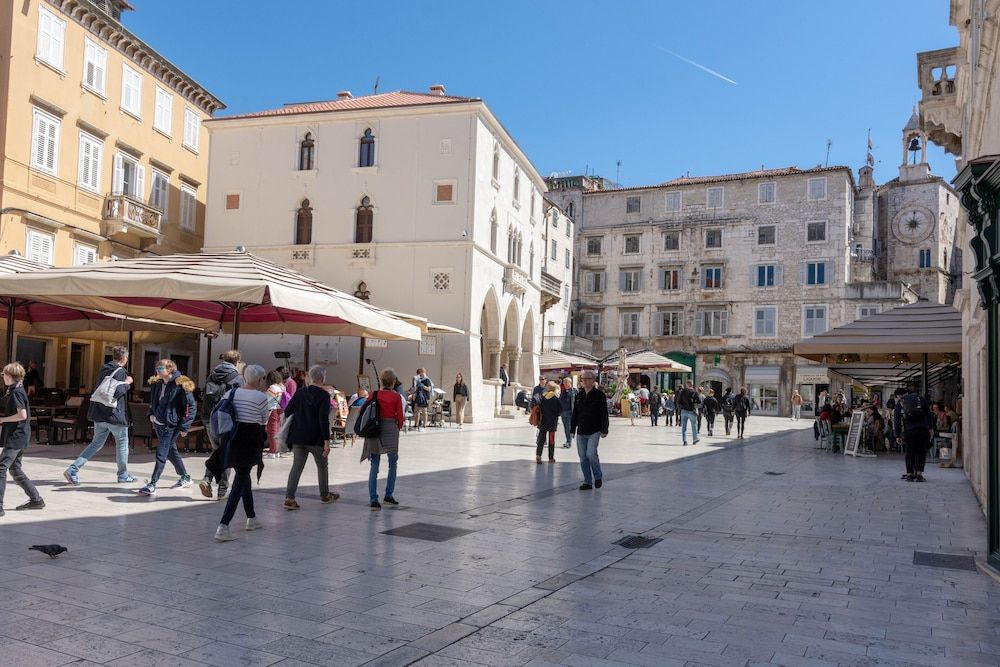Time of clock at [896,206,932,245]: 9:01
